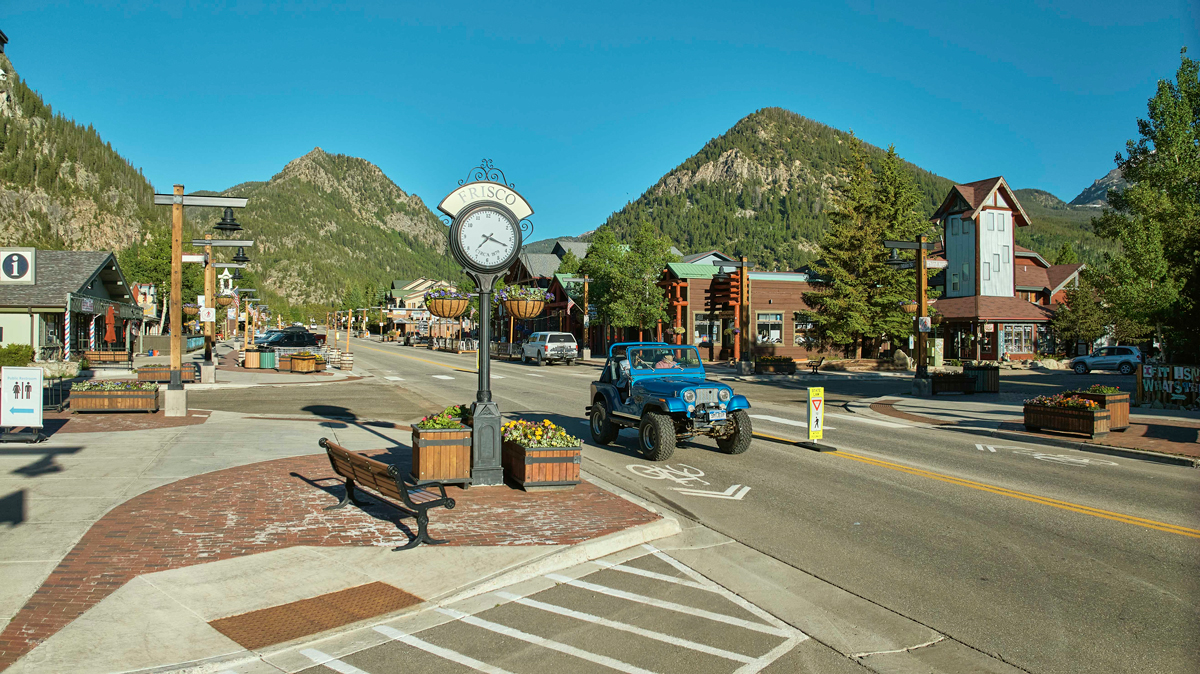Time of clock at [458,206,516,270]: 7:18
